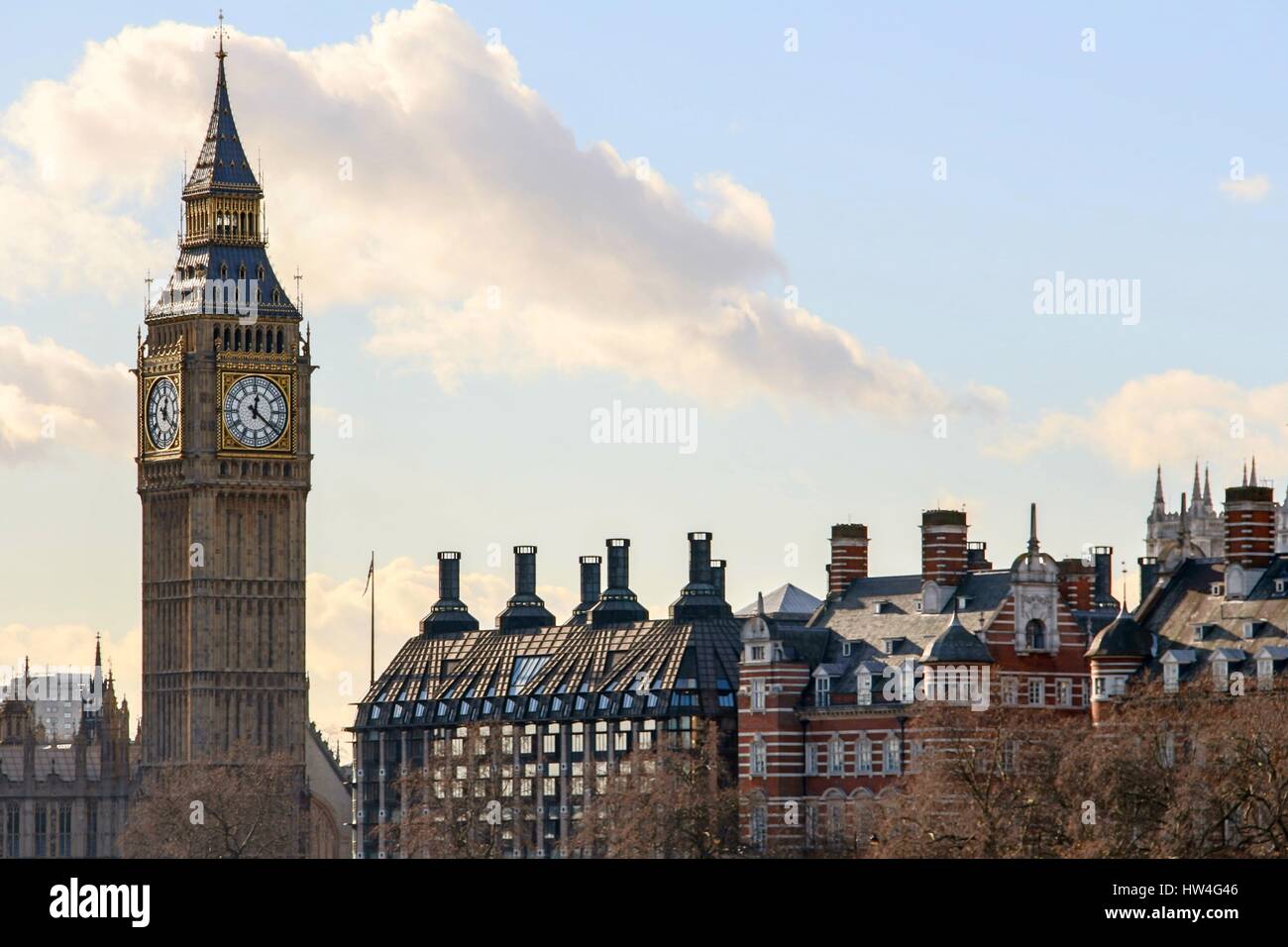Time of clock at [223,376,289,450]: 12:21
